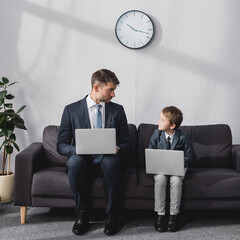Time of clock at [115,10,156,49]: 10:17
